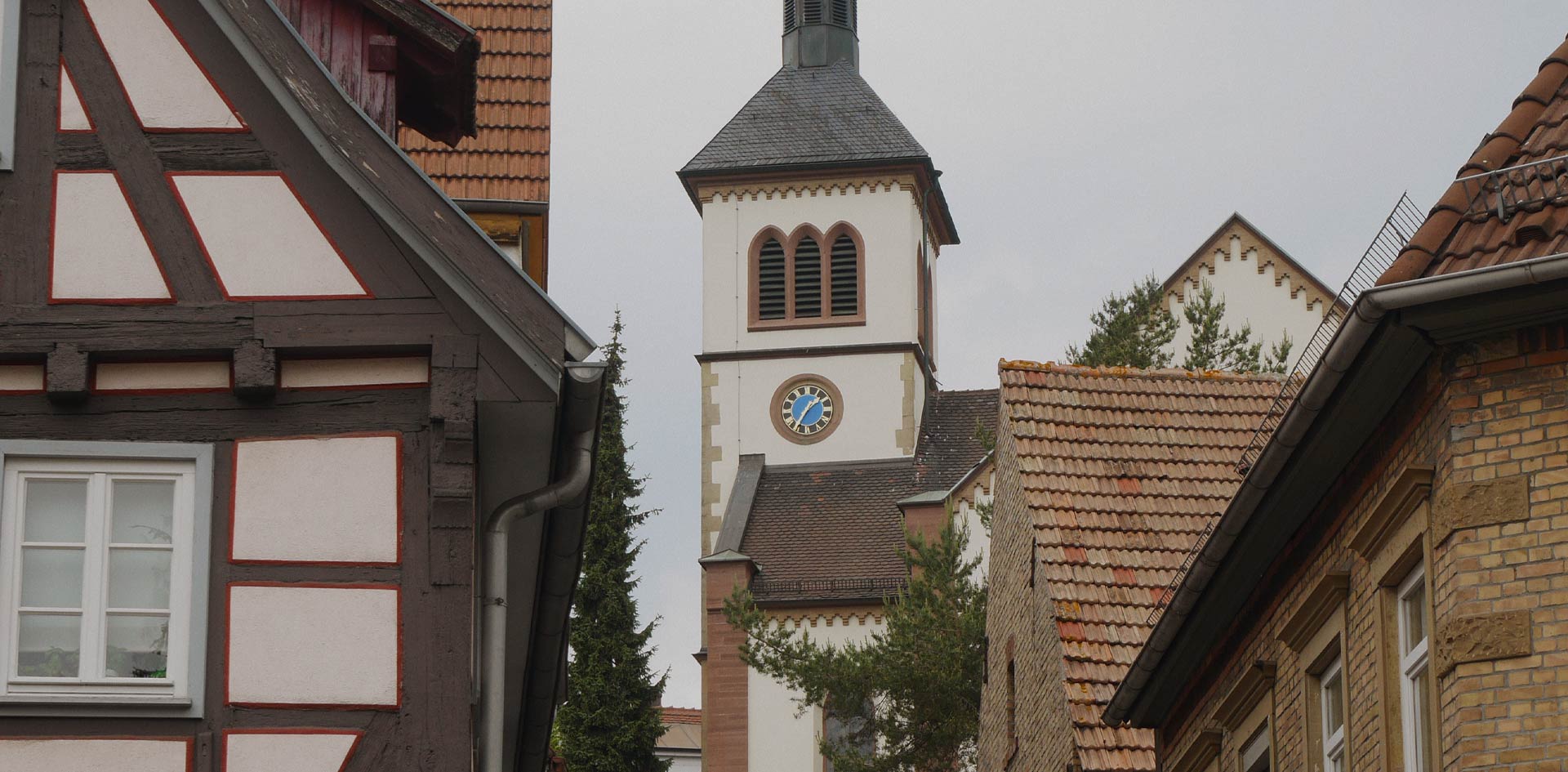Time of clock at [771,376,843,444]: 1:34
